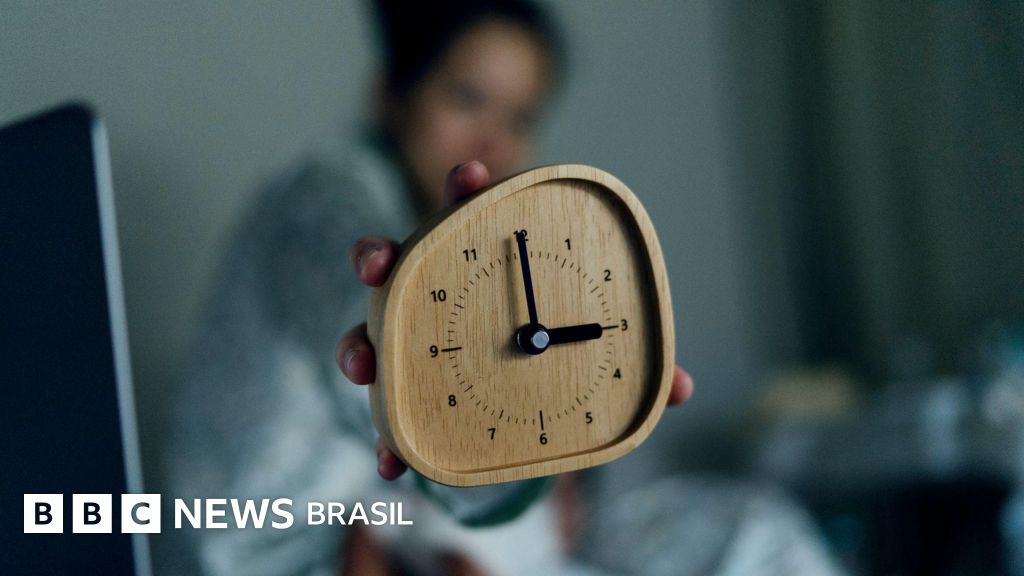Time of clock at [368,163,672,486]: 2:59
